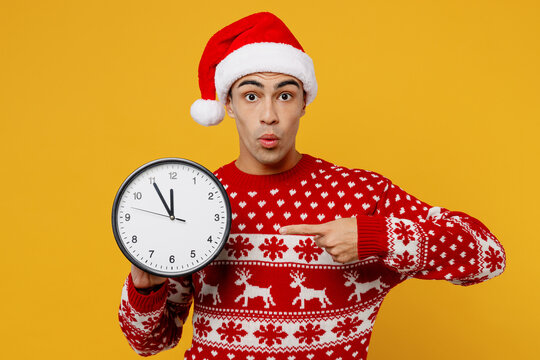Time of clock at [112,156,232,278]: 11:54
